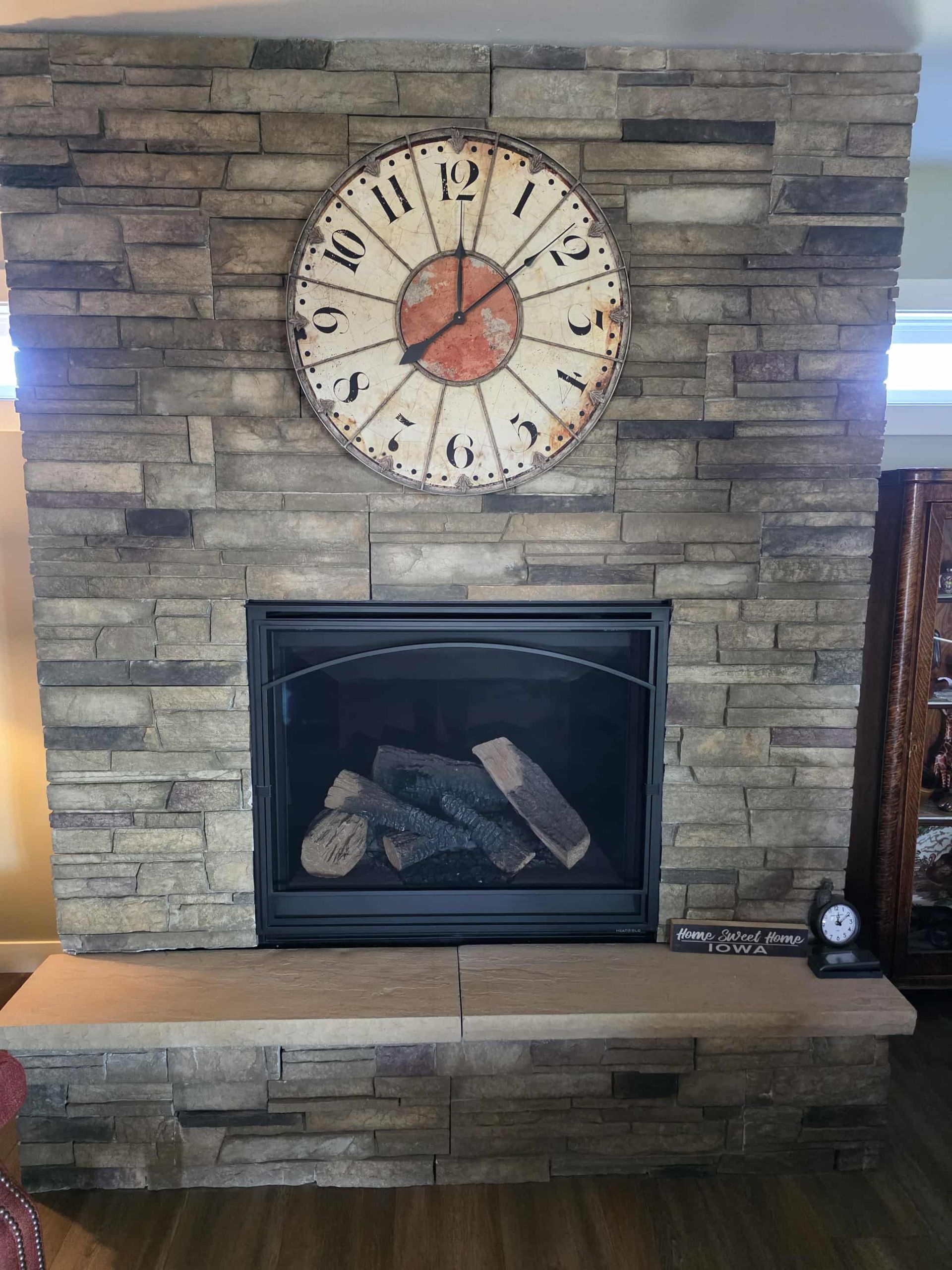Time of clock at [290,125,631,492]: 12:09
